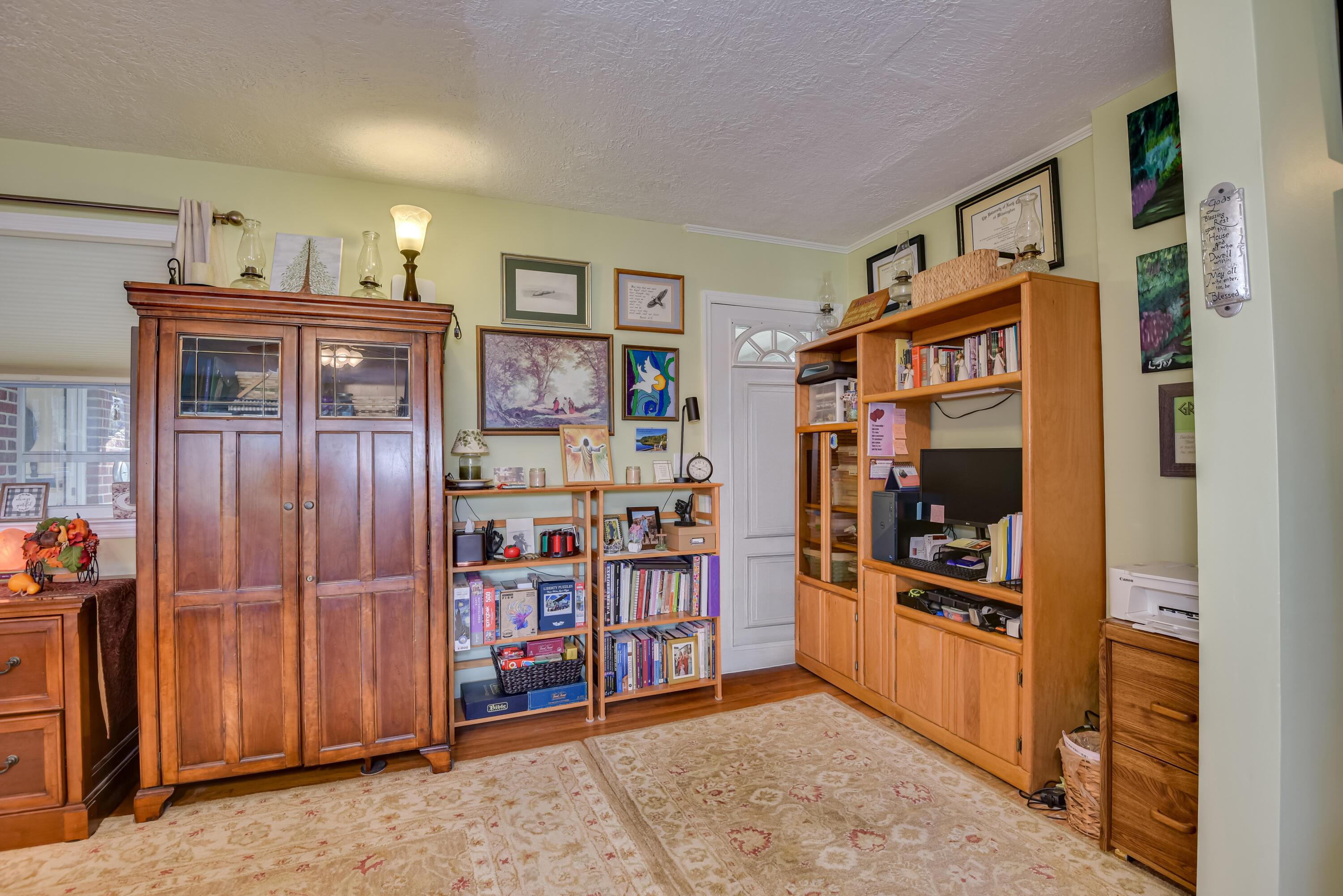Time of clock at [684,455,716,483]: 3:48
